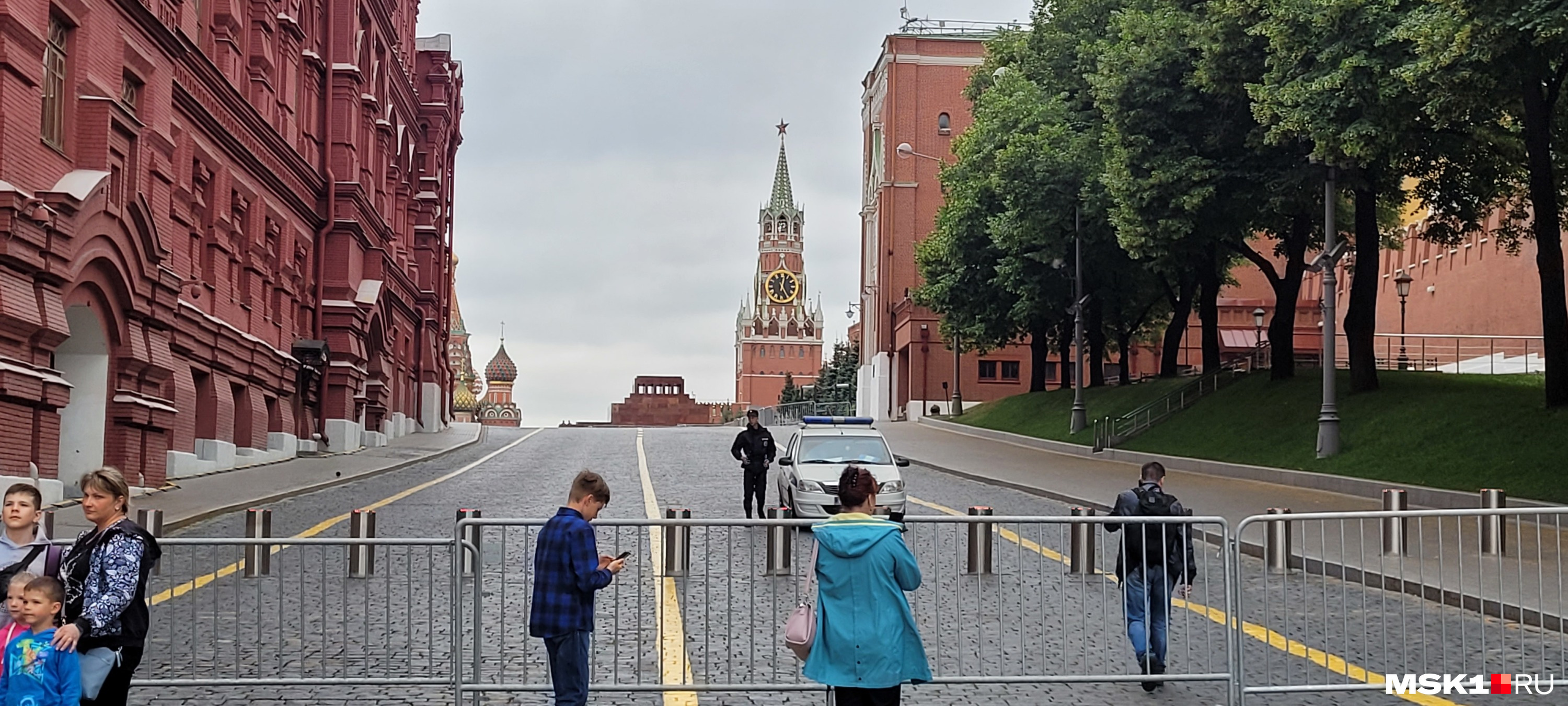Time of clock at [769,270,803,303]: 12:24
